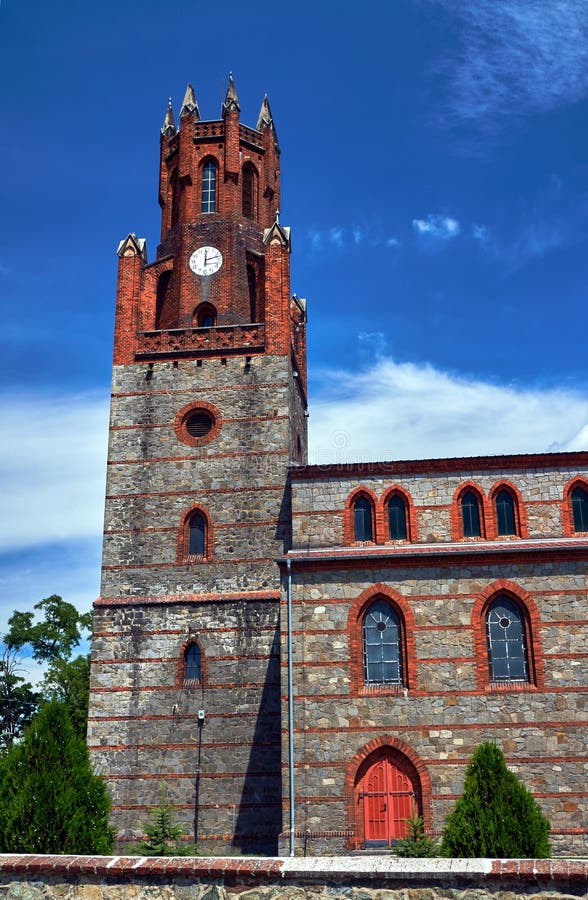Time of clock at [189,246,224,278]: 12:12
